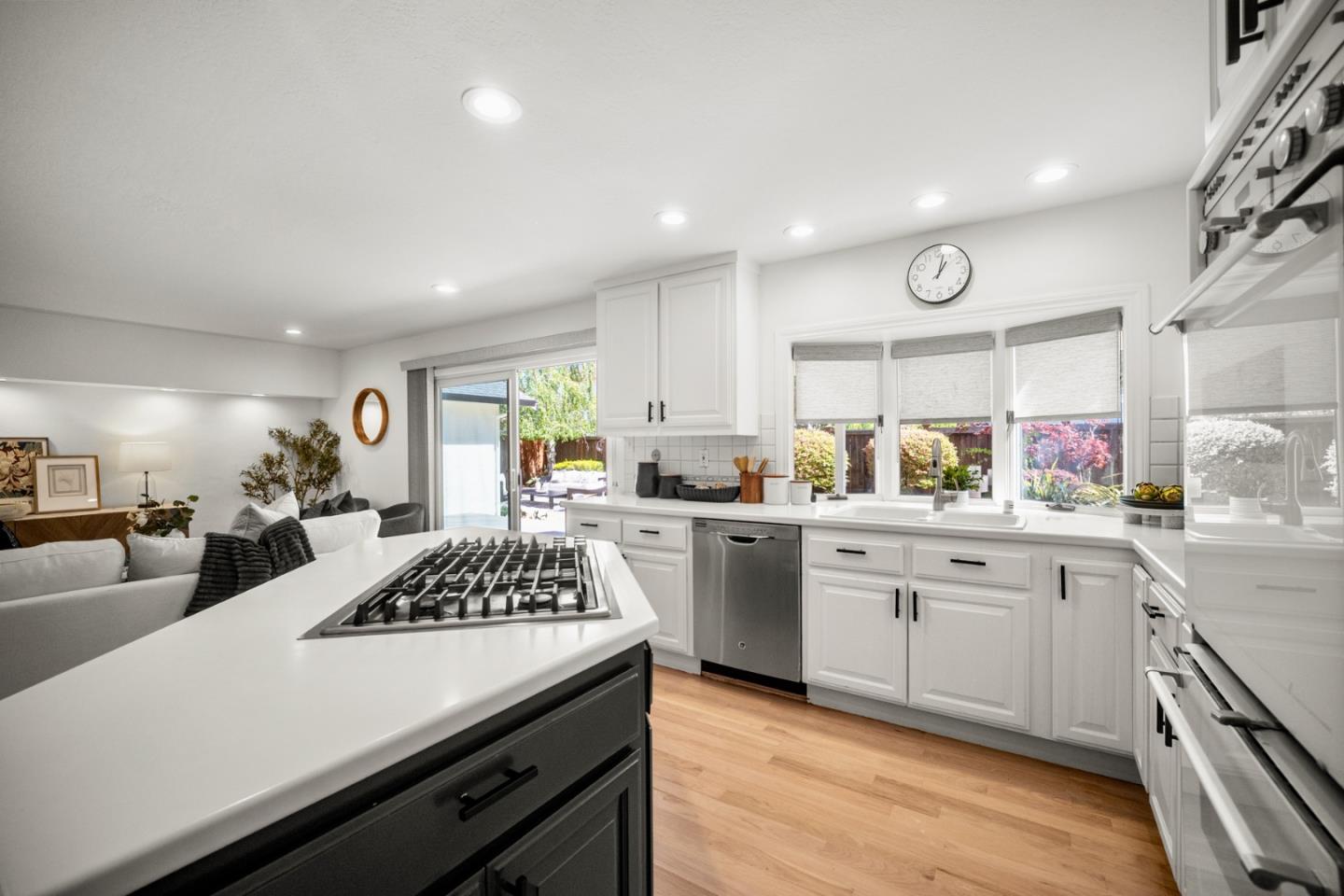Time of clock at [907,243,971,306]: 1:02
